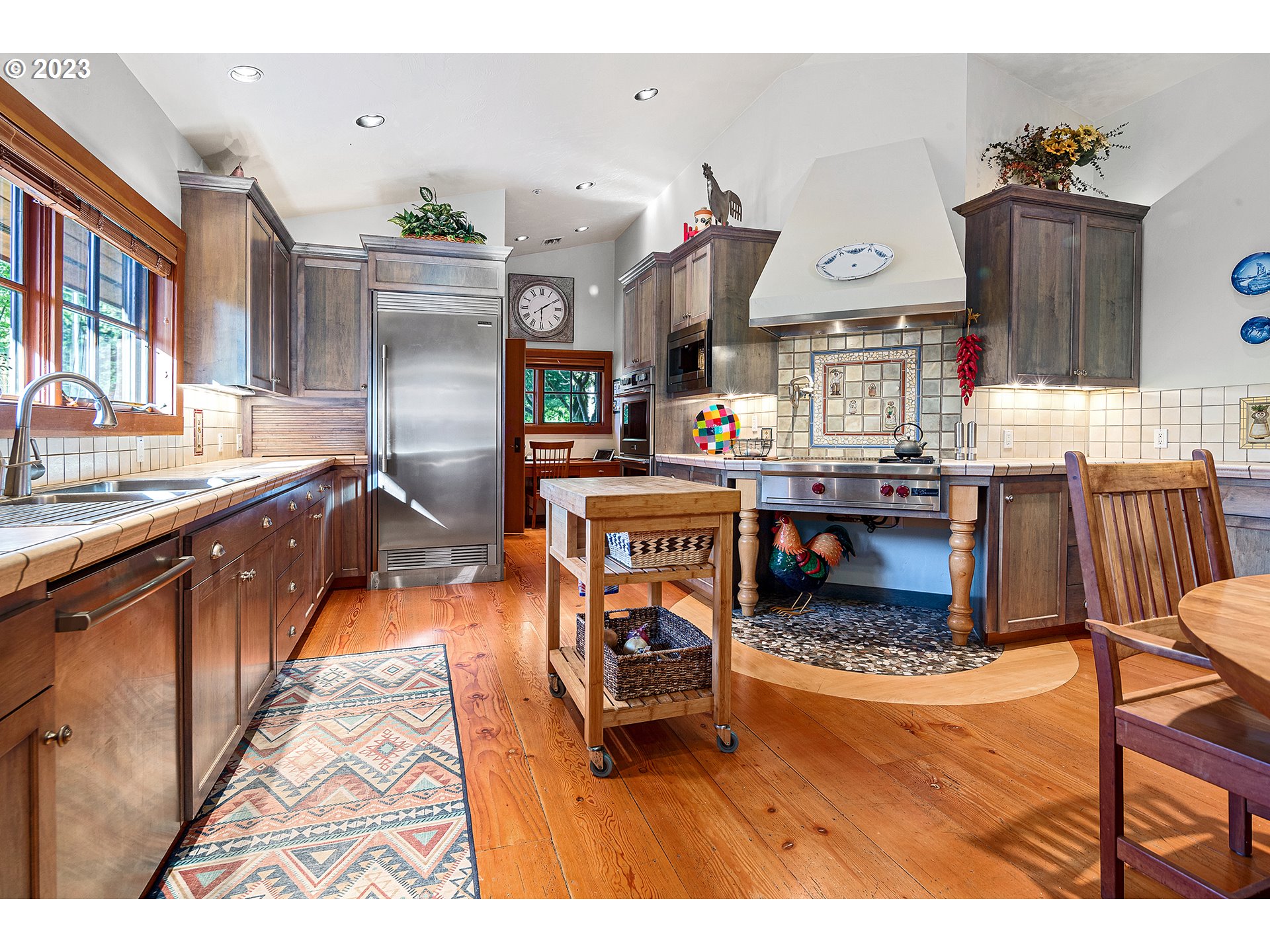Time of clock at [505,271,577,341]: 6:09
